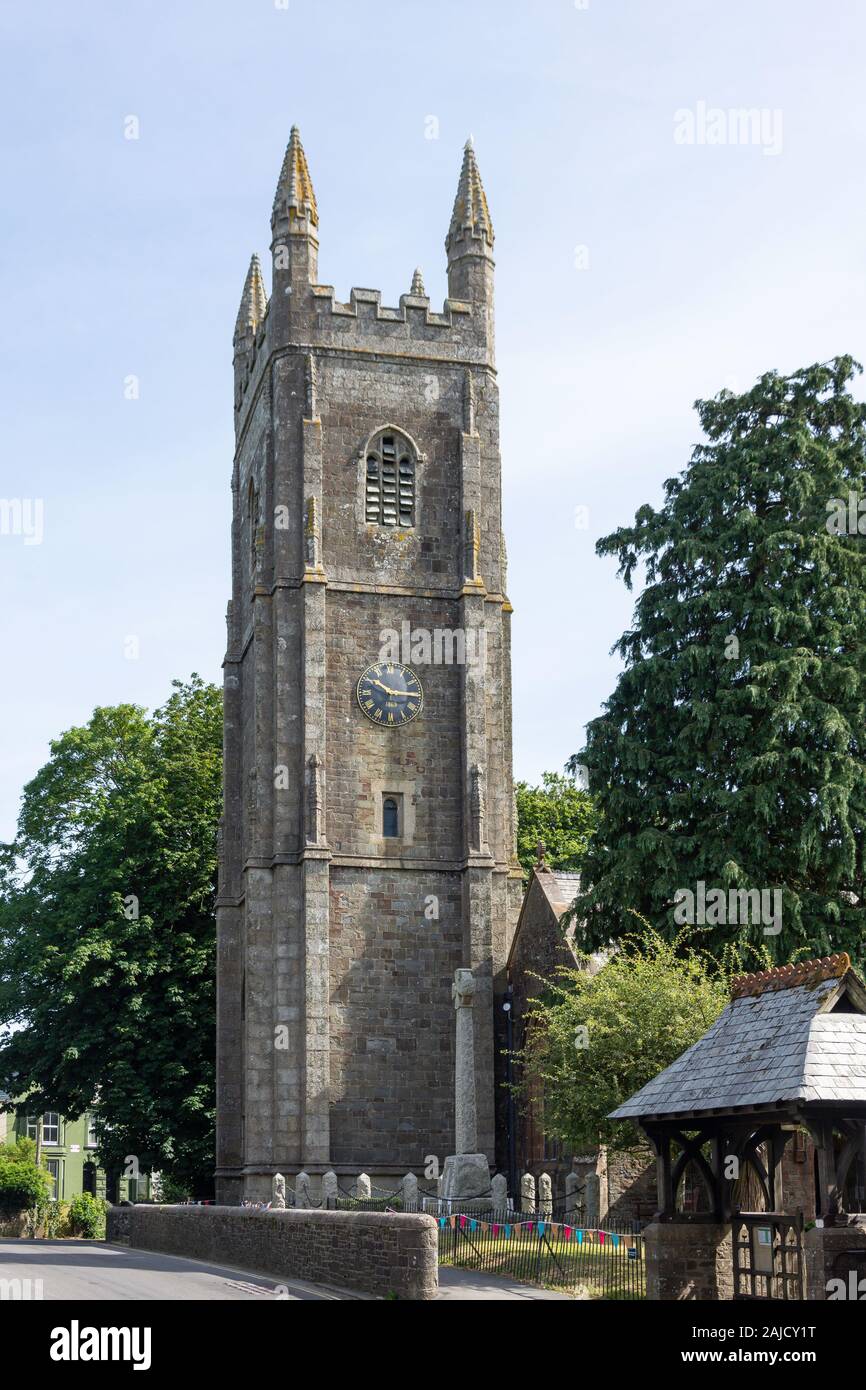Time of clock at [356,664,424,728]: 10:15
